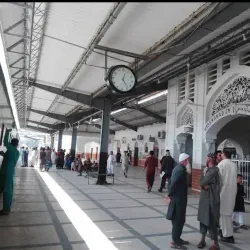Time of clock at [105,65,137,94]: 12:23
